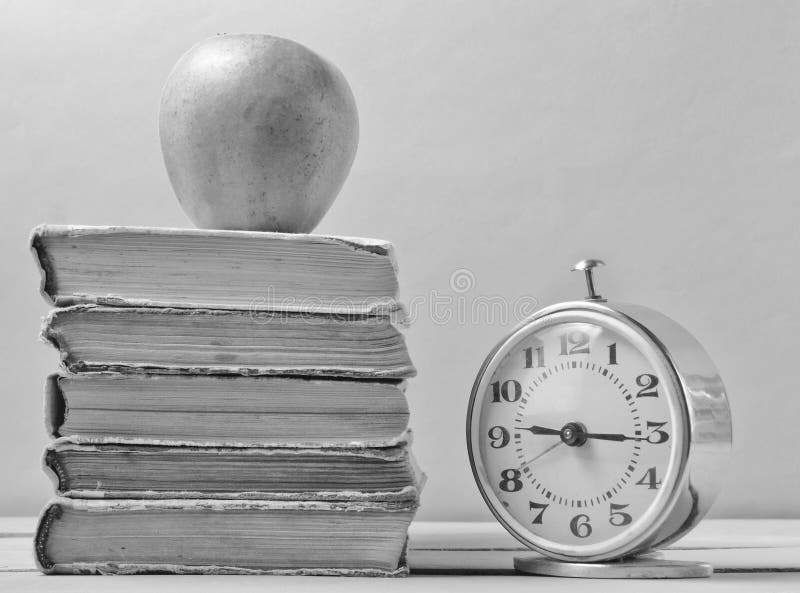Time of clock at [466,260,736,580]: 9:15
